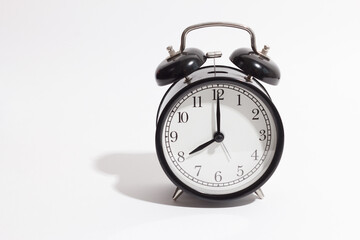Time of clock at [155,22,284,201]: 8:00
